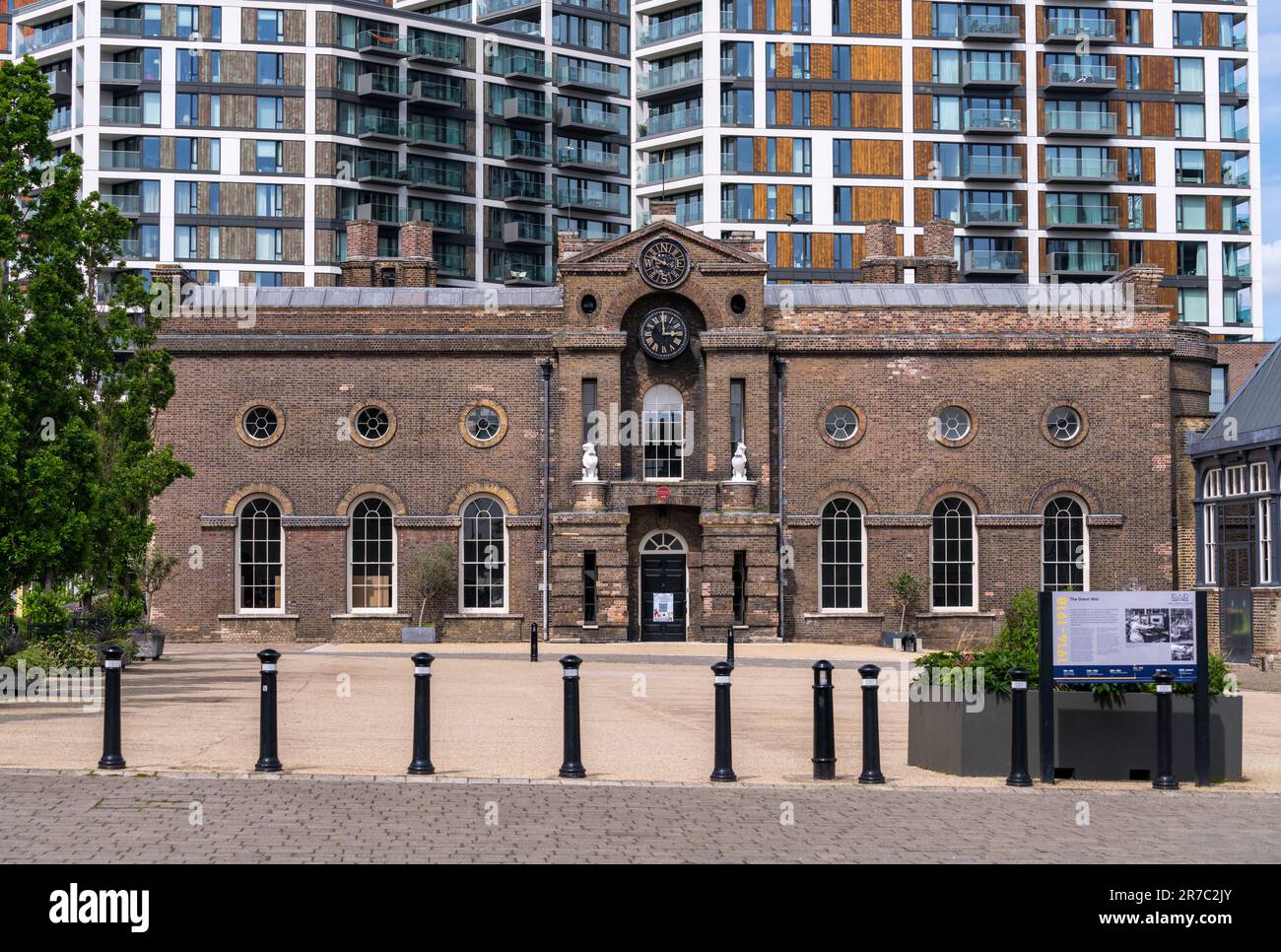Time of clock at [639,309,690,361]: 2:59
